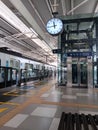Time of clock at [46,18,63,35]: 11:43
